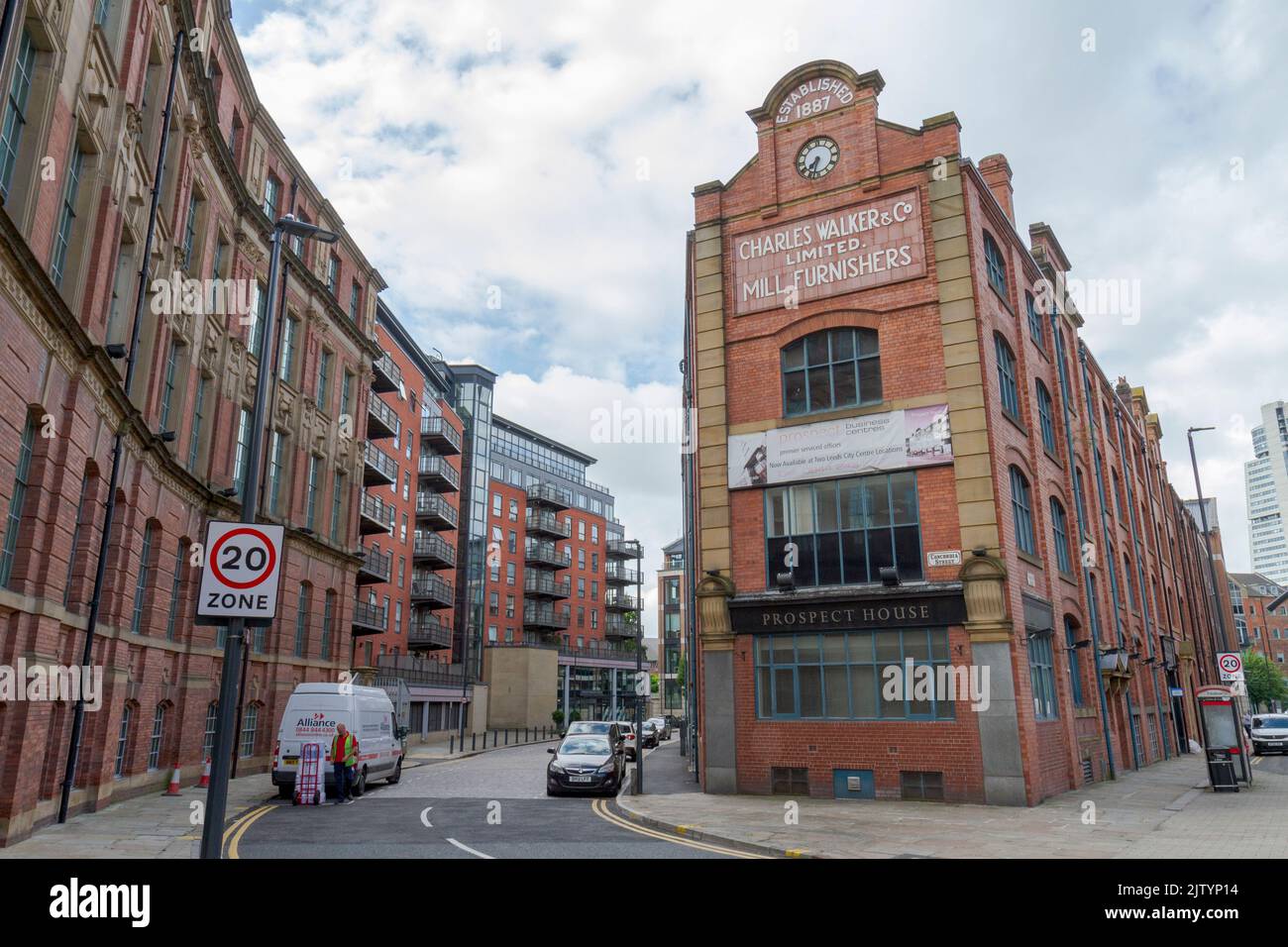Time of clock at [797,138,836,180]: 7:32
